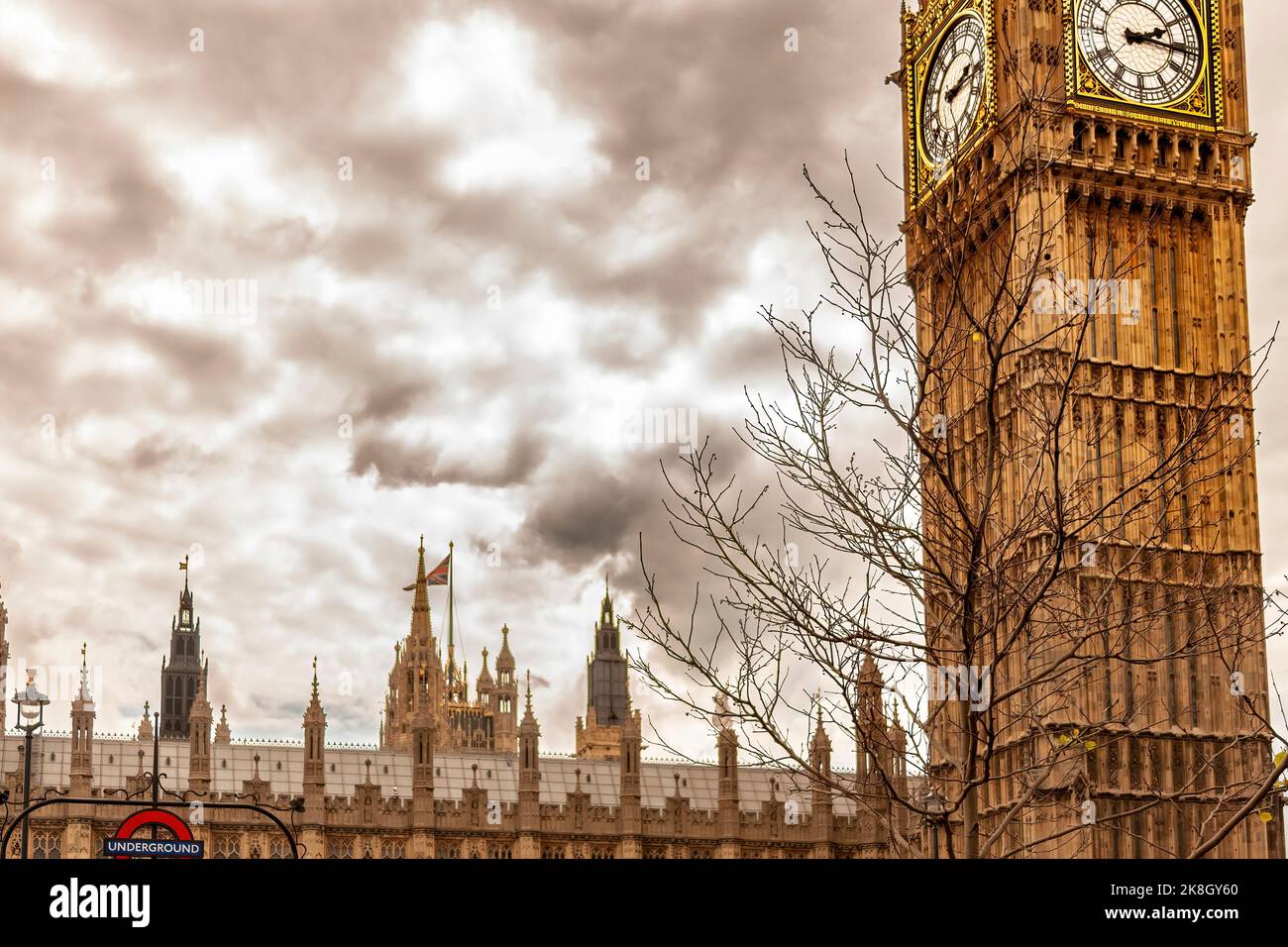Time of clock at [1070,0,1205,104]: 2:16
